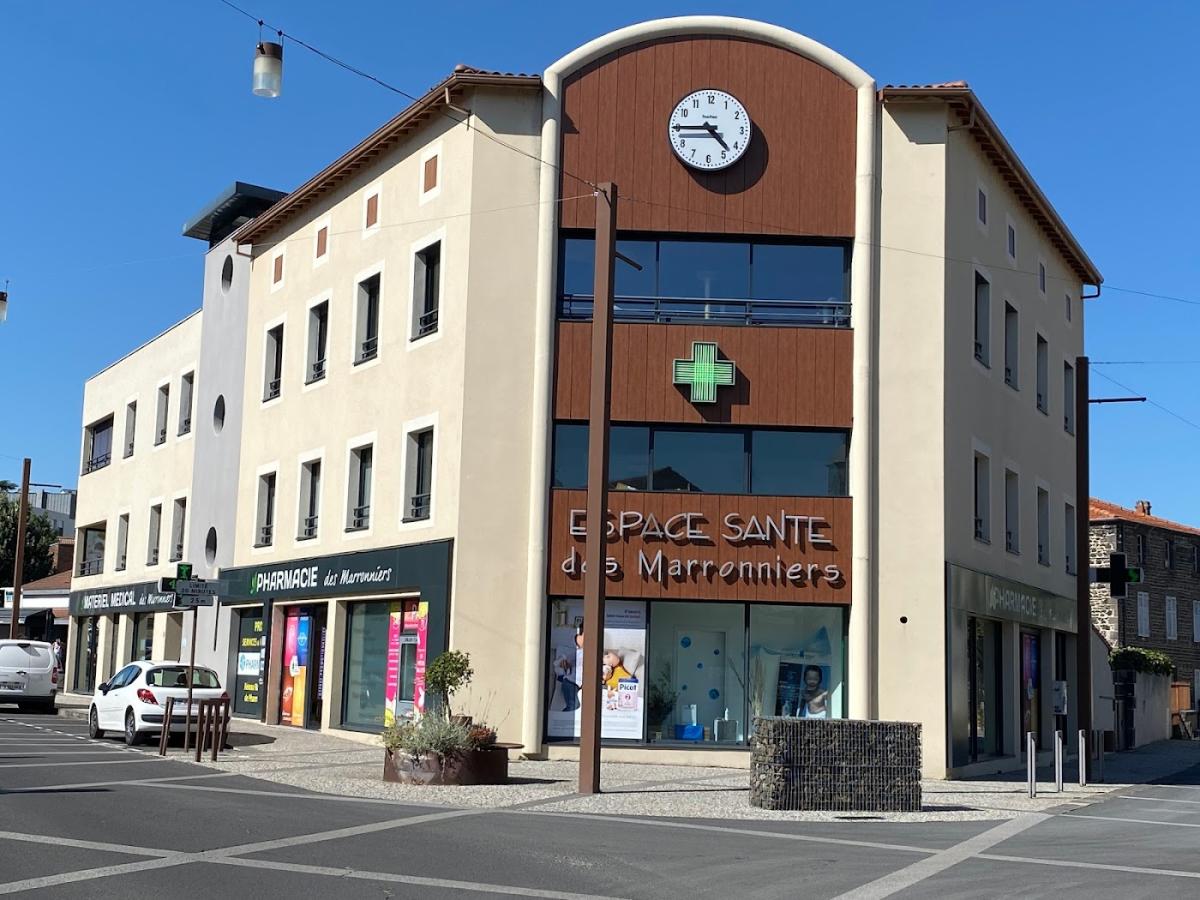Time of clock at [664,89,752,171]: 4:44
